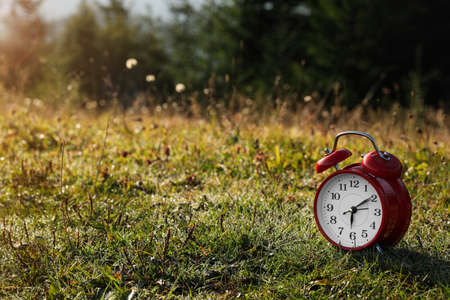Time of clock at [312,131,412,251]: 6:09
